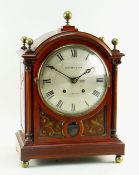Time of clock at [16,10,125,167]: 1:50
